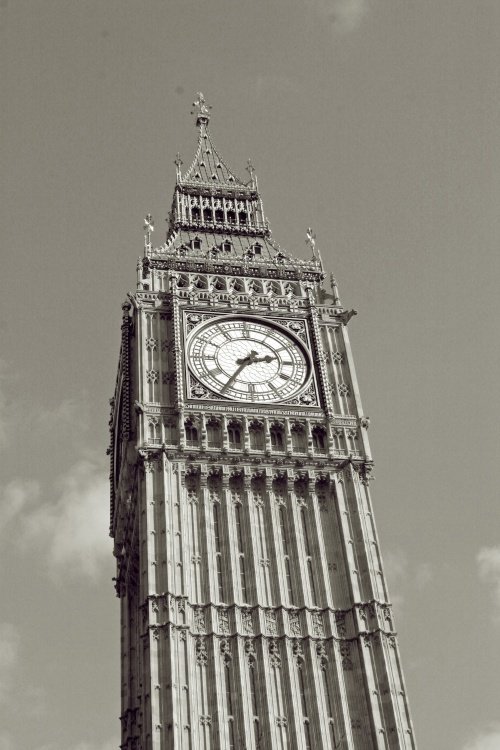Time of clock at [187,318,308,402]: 2:35
